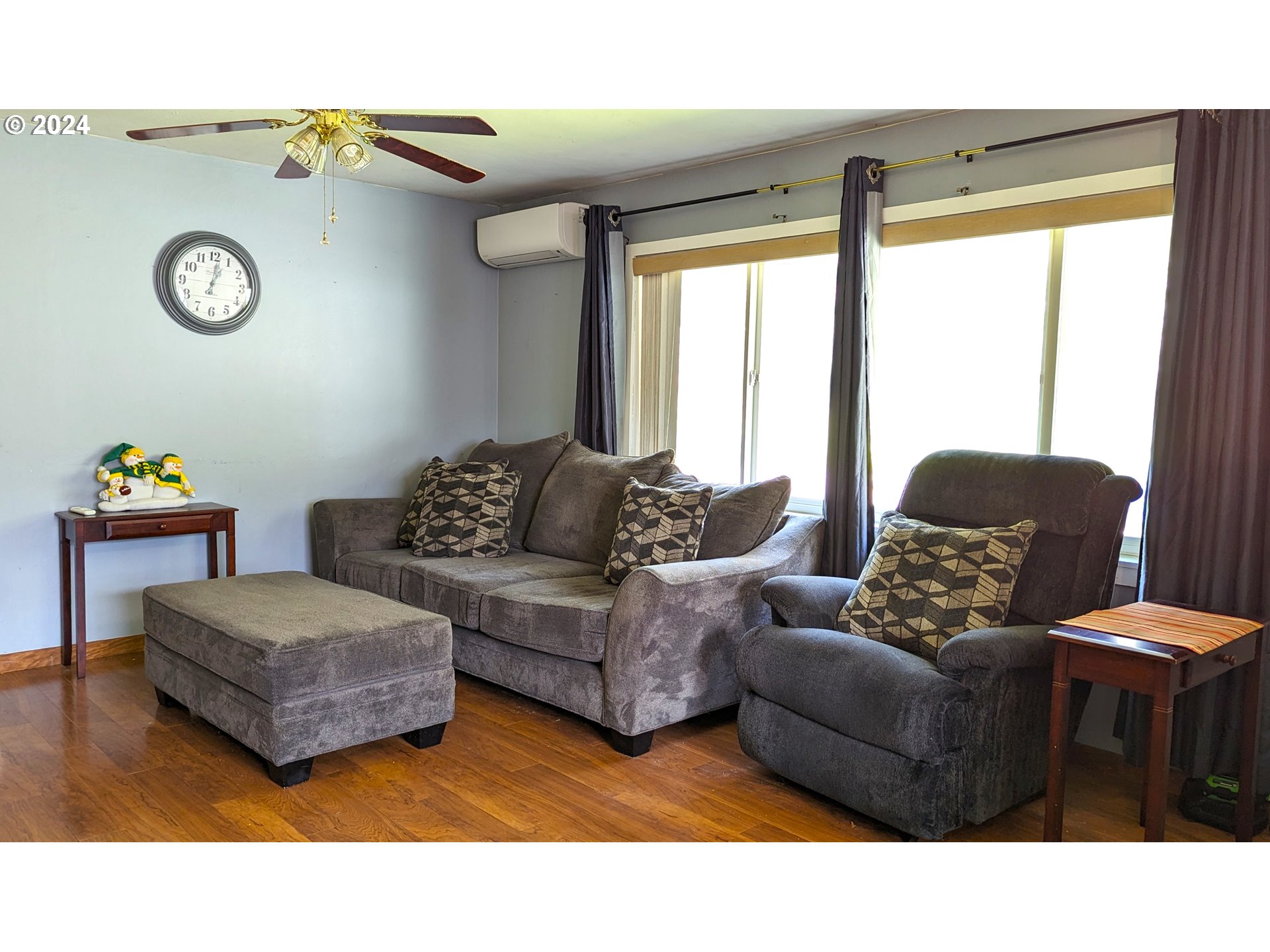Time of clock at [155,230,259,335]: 1:01
